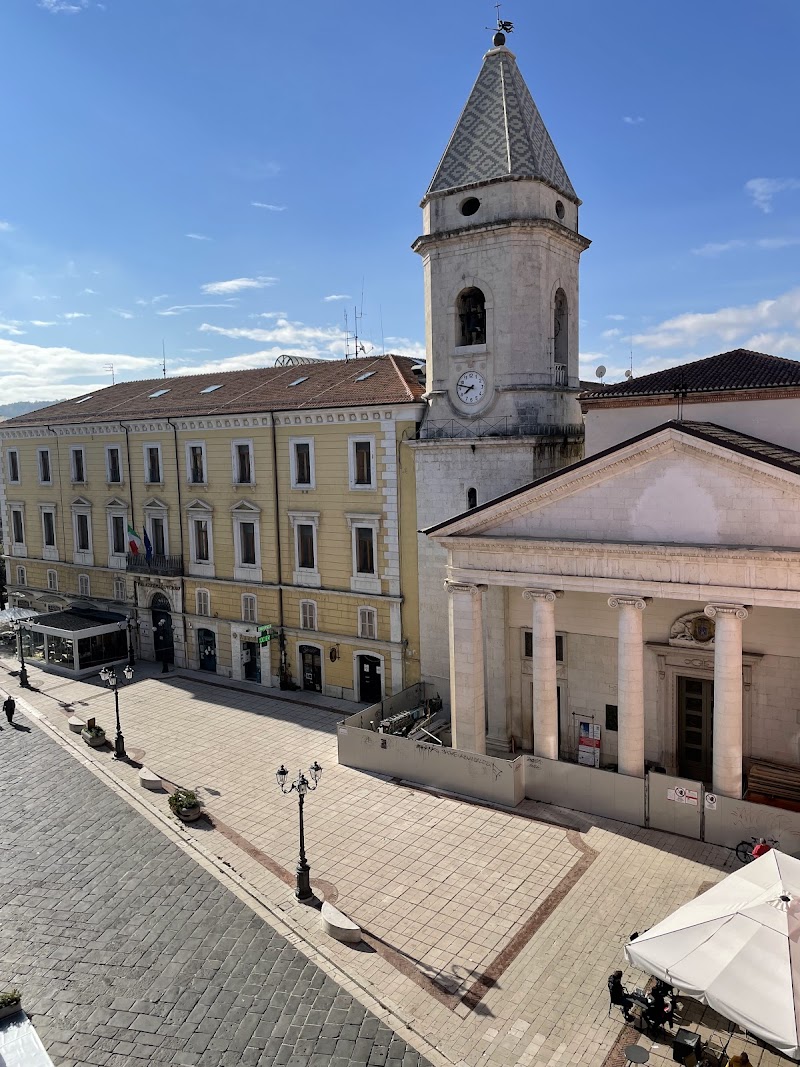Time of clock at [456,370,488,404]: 7:47
